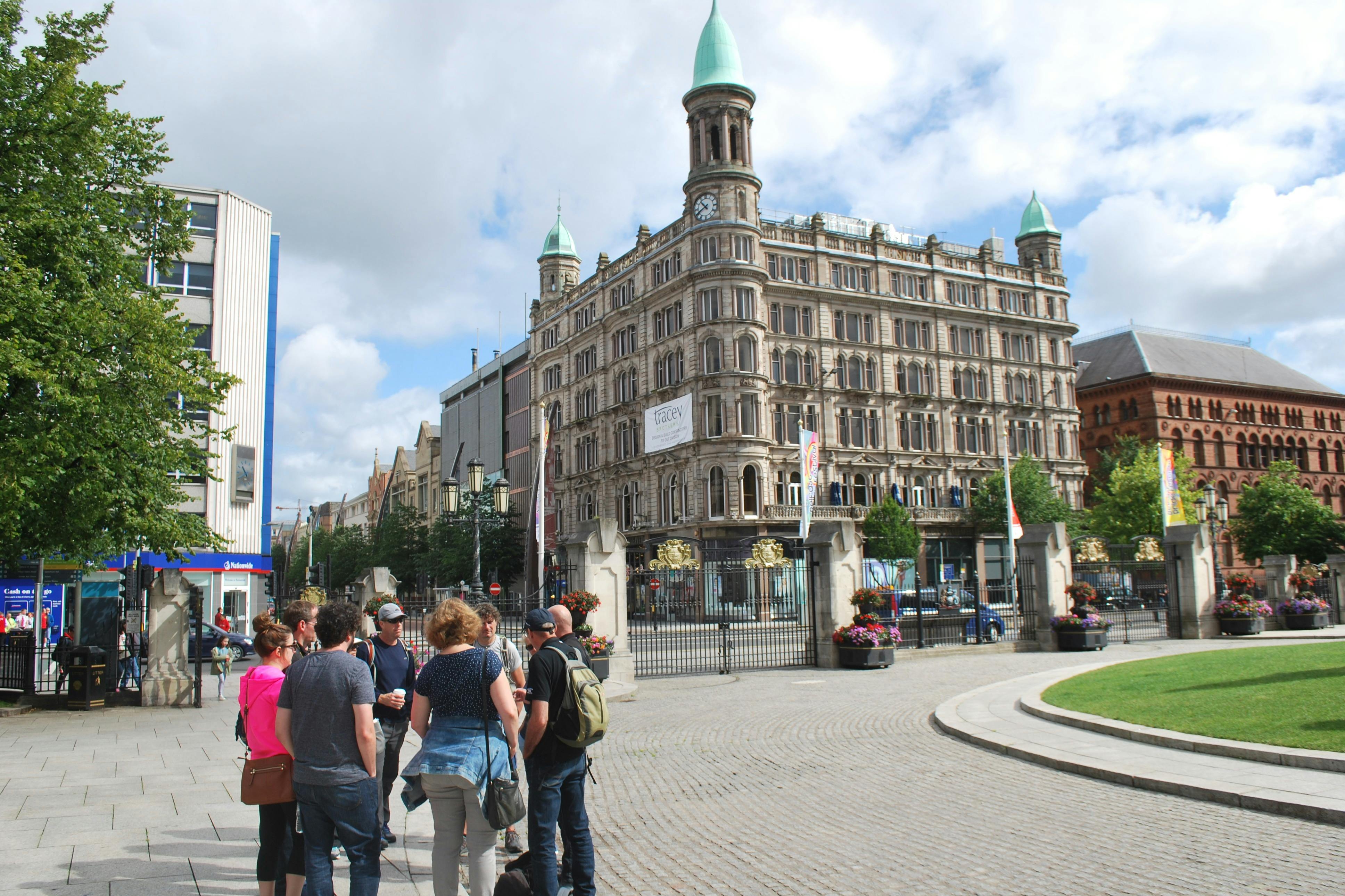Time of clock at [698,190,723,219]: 10:40
